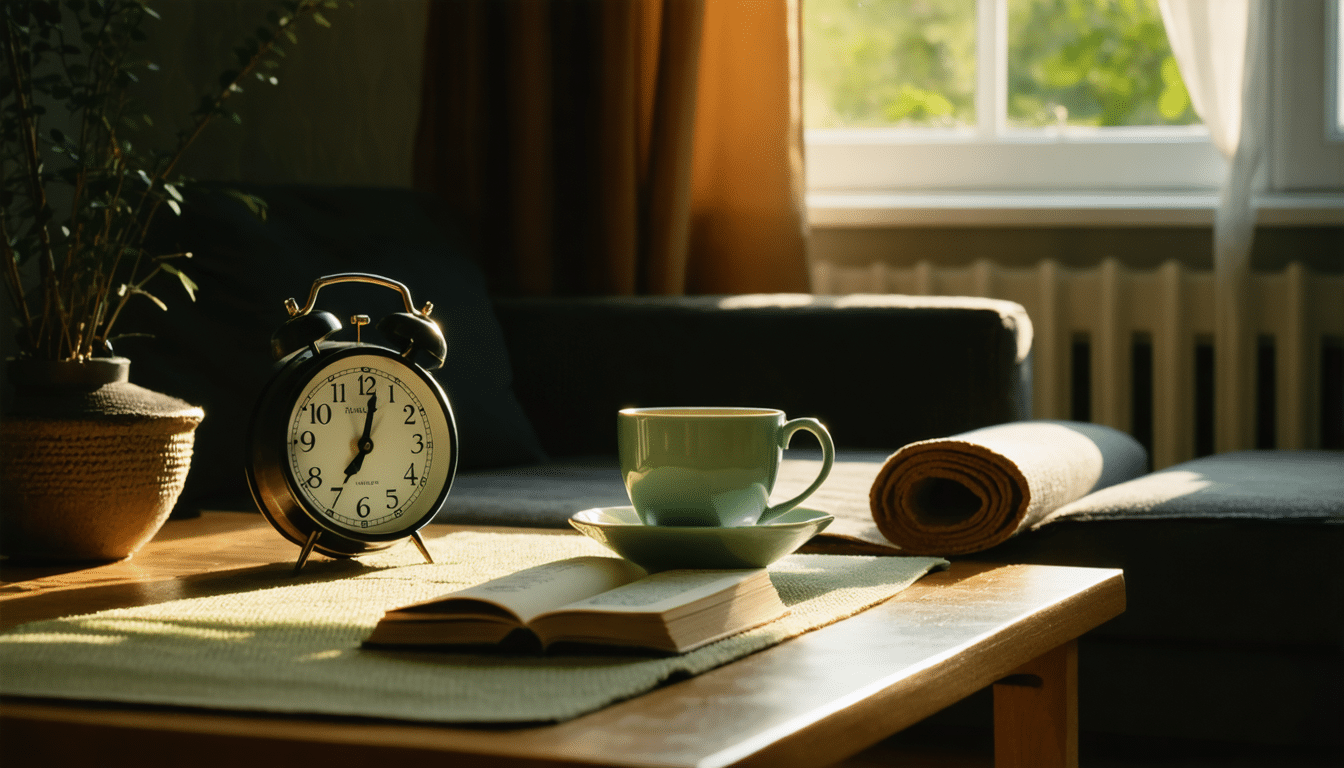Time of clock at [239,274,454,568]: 7:02
